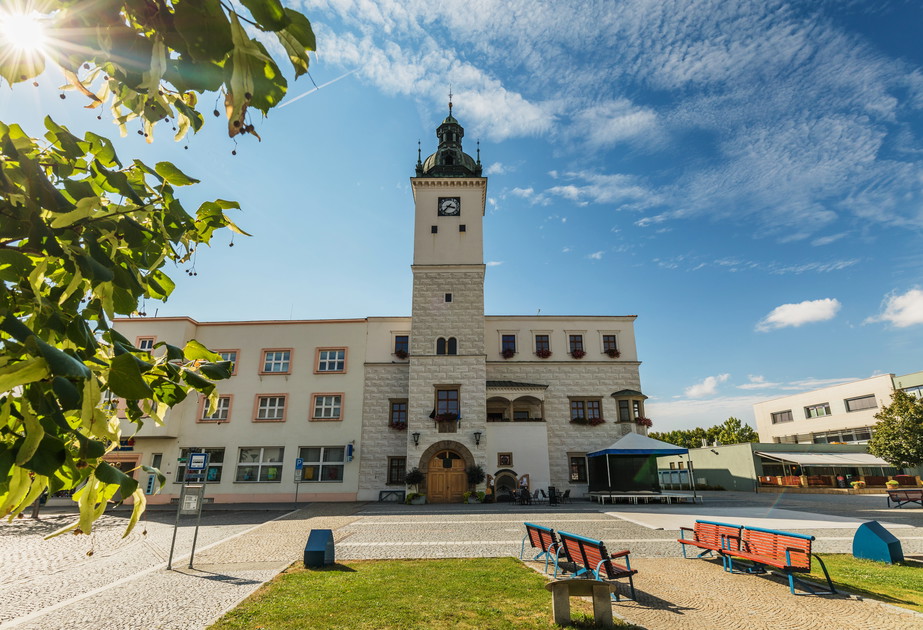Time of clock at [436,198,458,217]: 3:37
